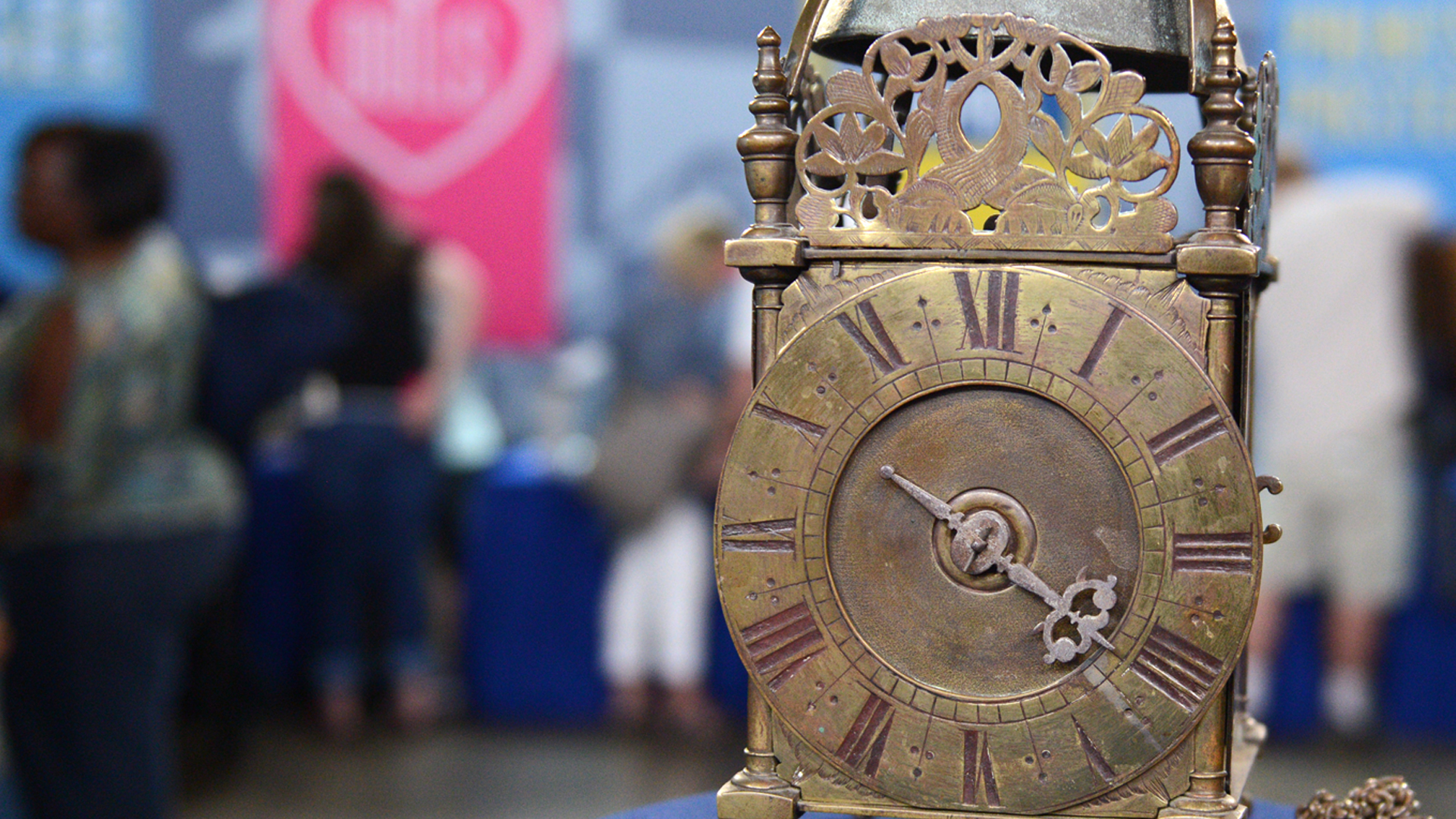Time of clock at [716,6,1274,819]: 4:21
